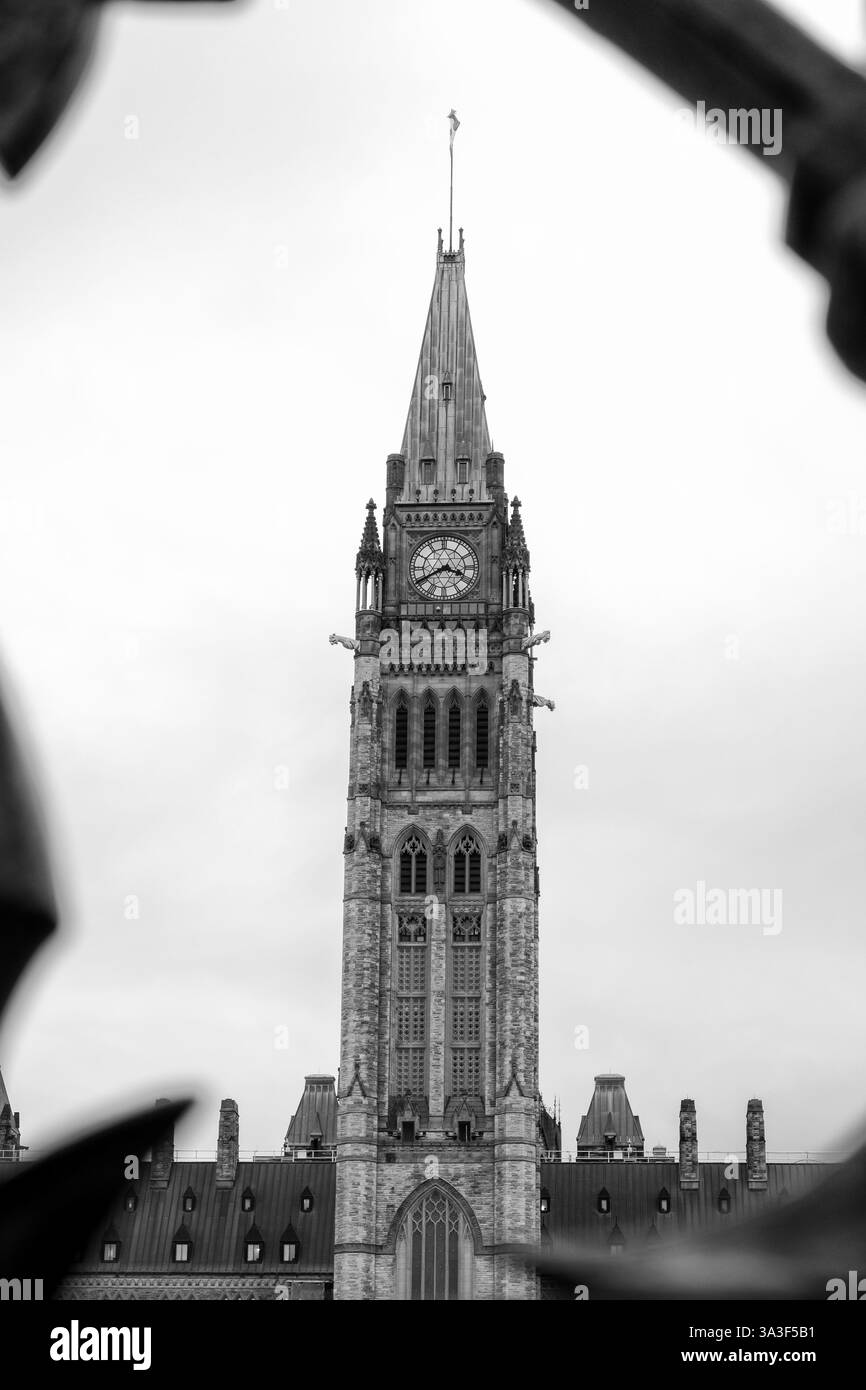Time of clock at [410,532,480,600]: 3:40
